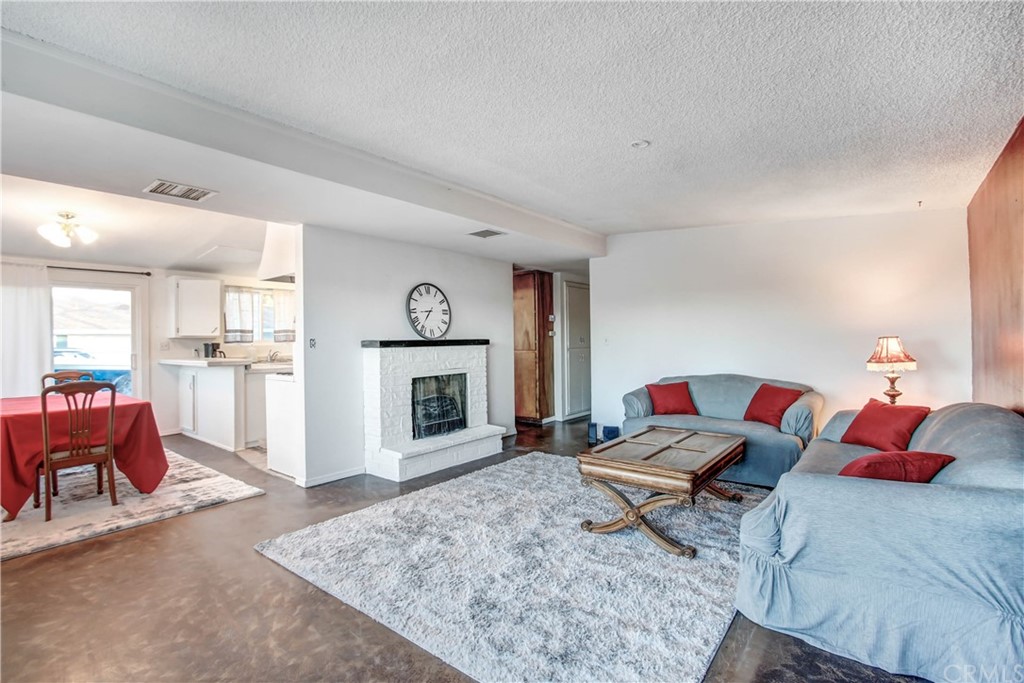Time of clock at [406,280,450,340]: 8:36
